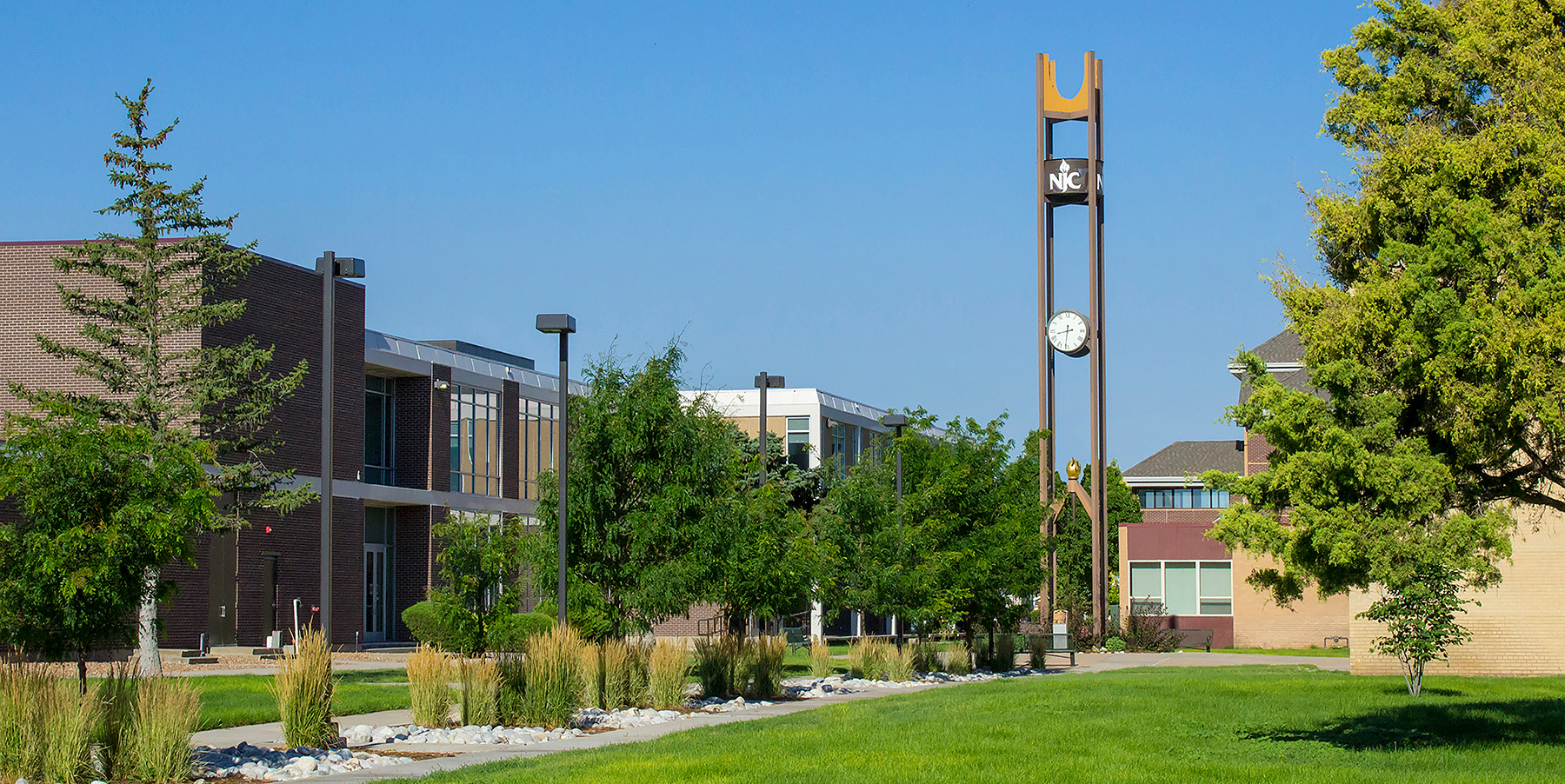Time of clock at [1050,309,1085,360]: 8:30
